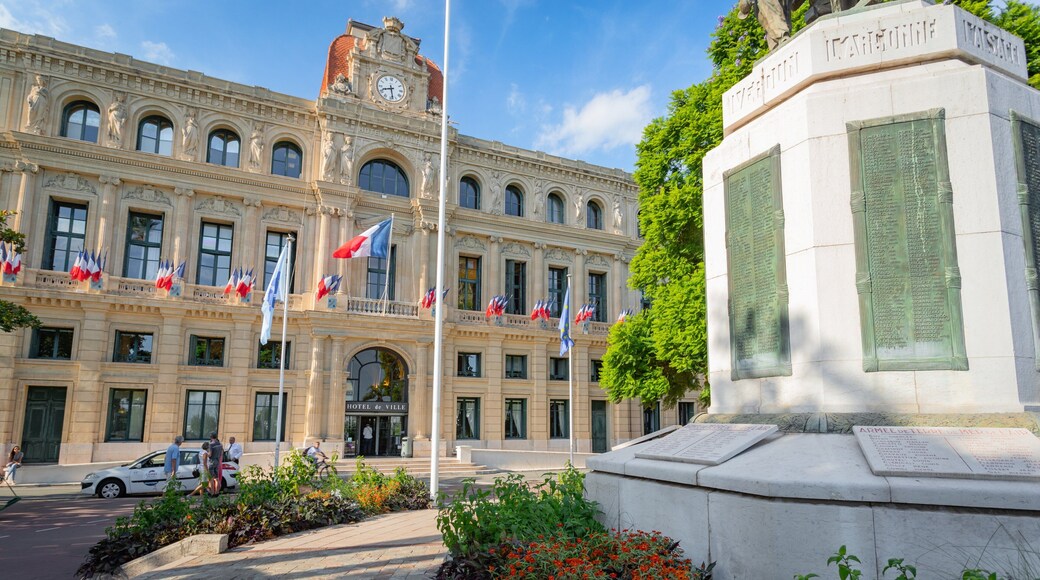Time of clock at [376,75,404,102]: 8:28
